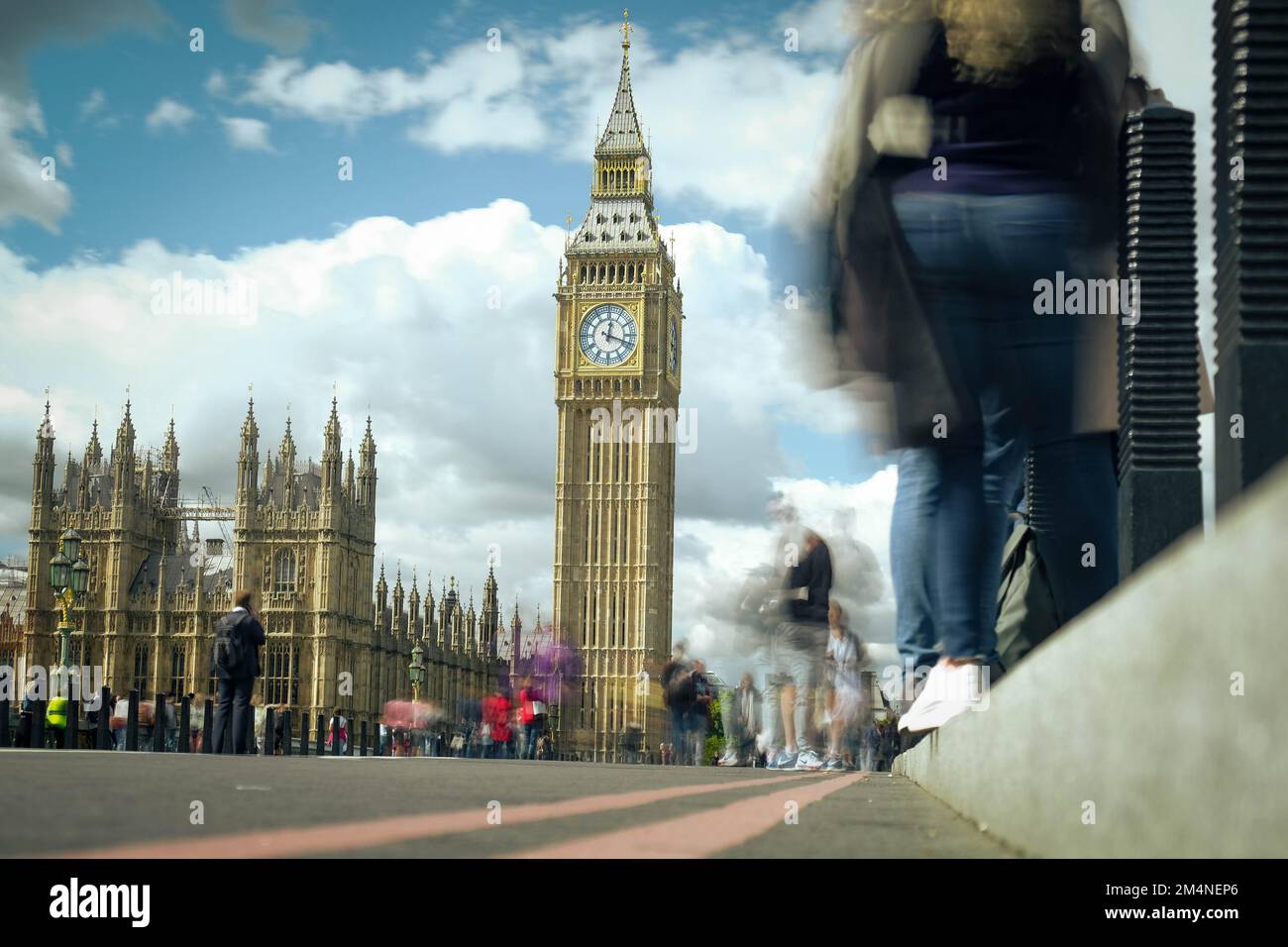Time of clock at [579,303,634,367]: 12:18
